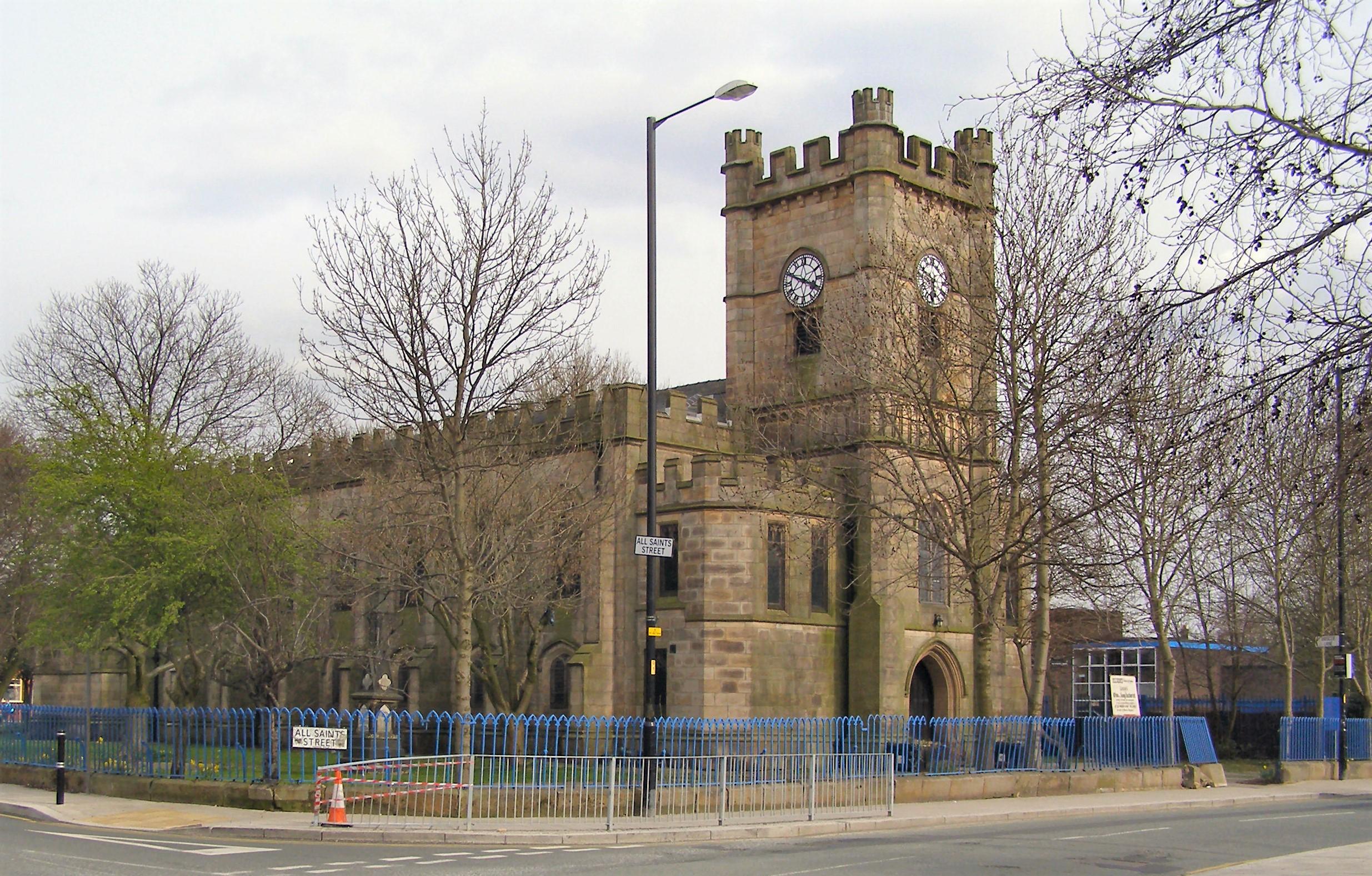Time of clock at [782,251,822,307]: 3:48
